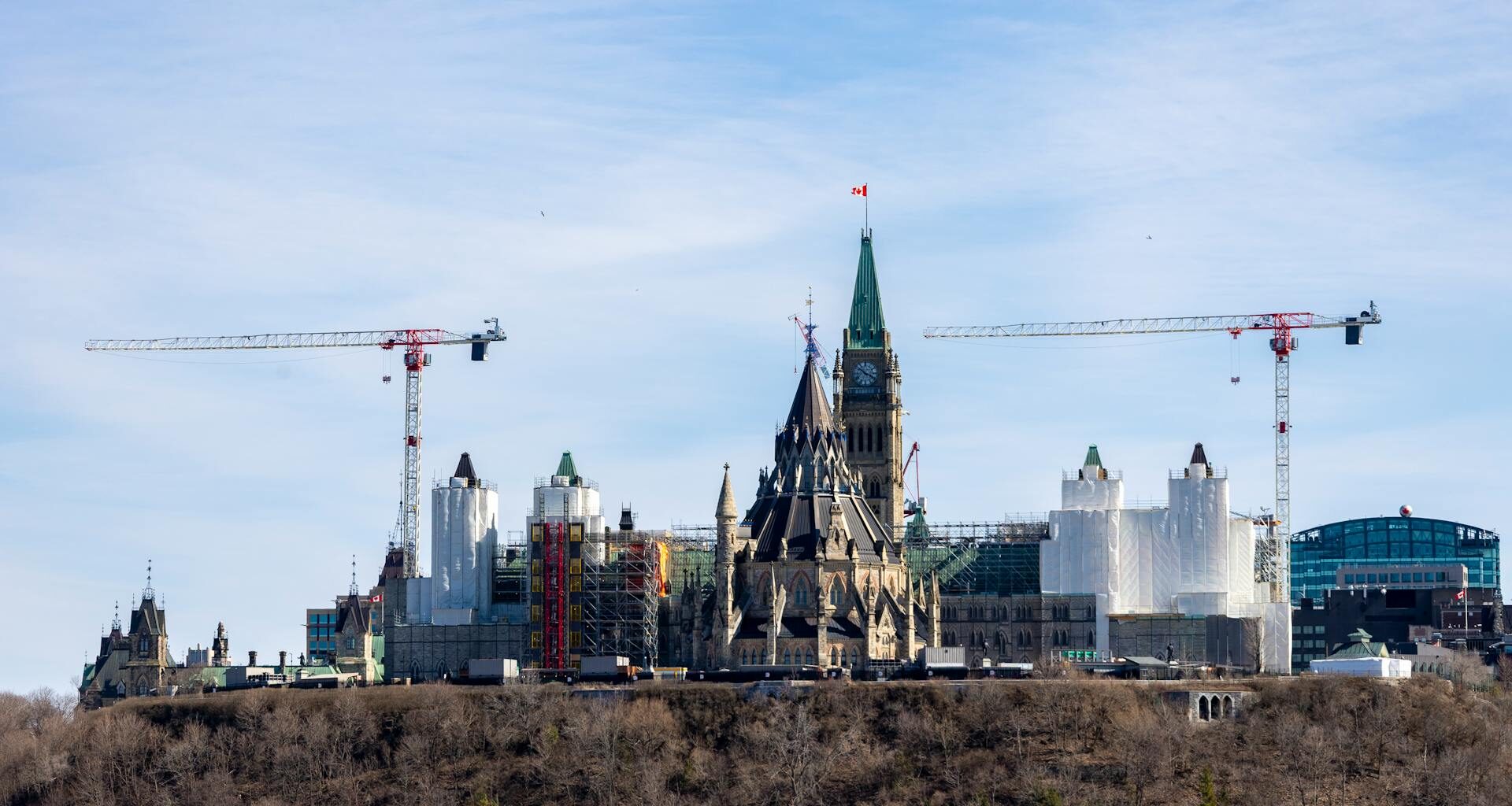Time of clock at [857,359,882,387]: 3:51
